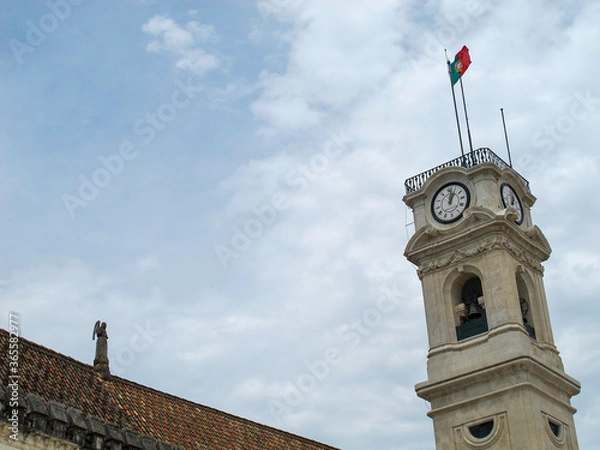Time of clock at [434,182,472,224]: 1:02
